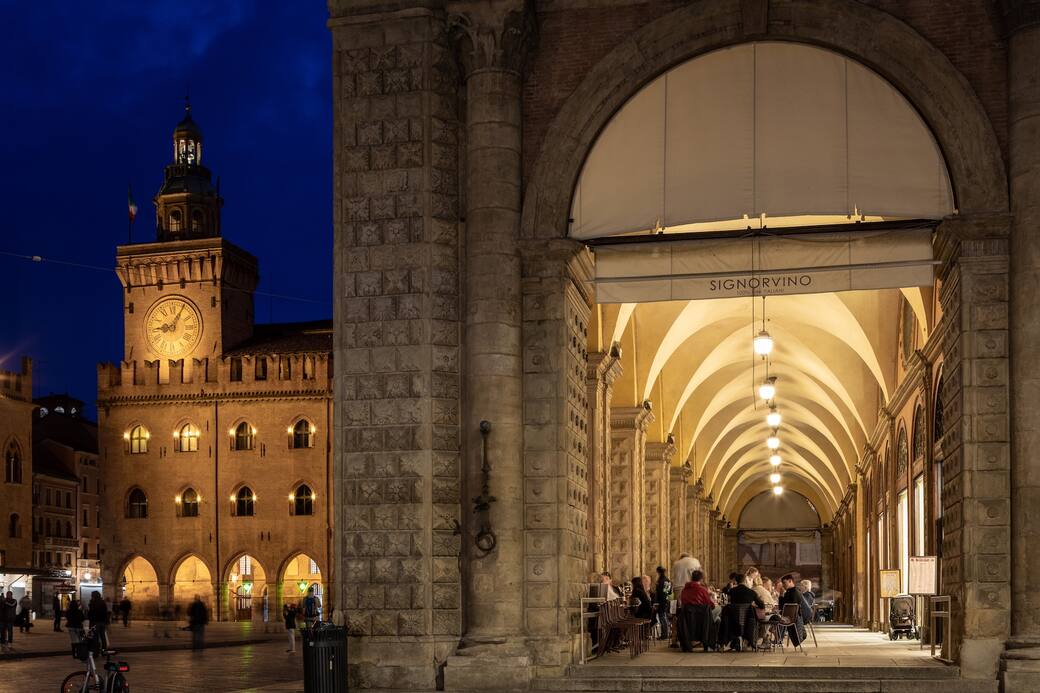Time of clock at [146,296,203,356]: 9:05
